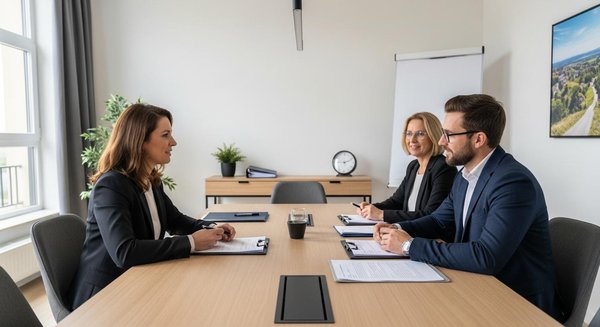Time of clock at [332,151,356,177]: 9:11
